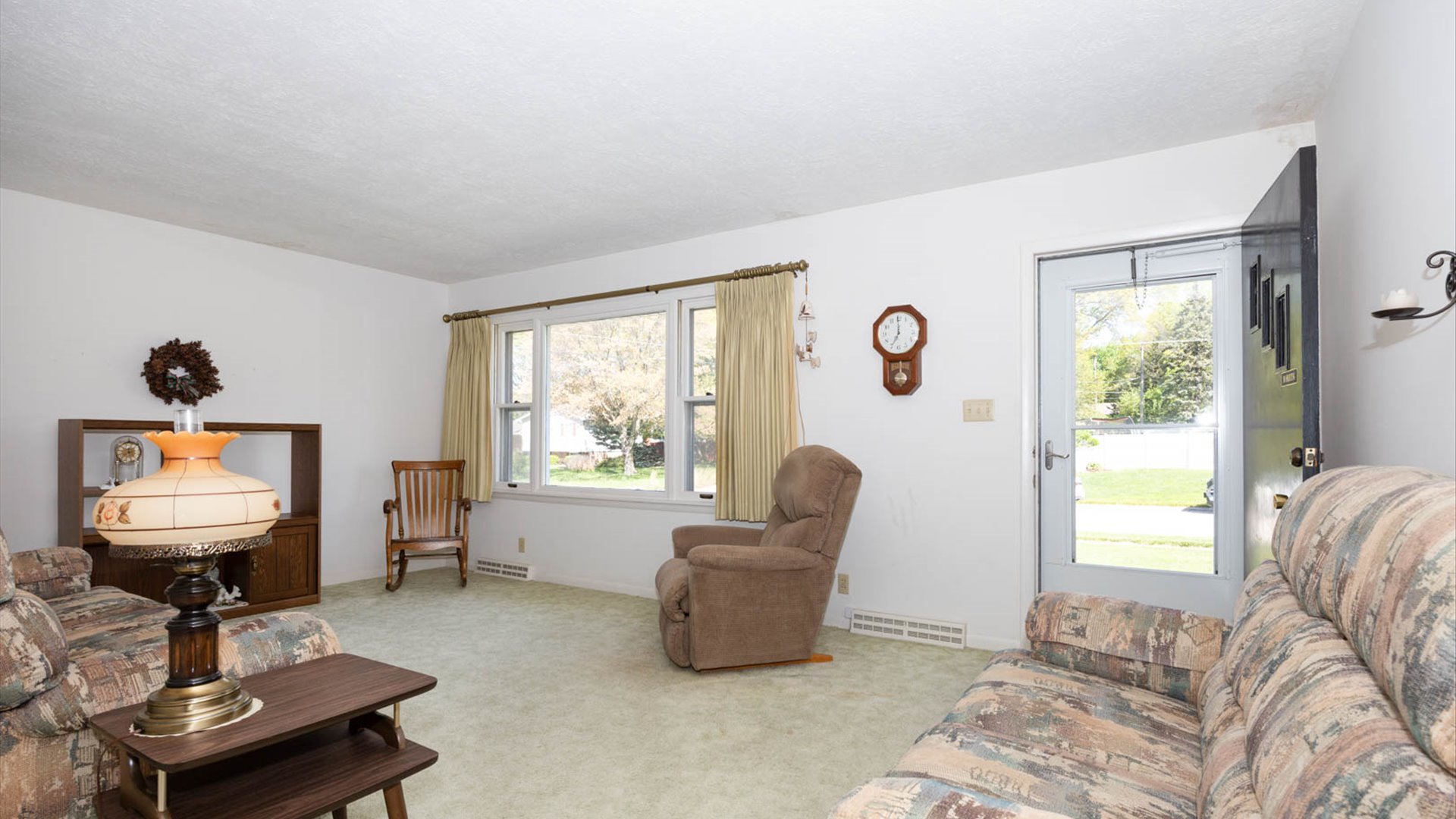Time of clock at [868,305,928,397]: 7:00
